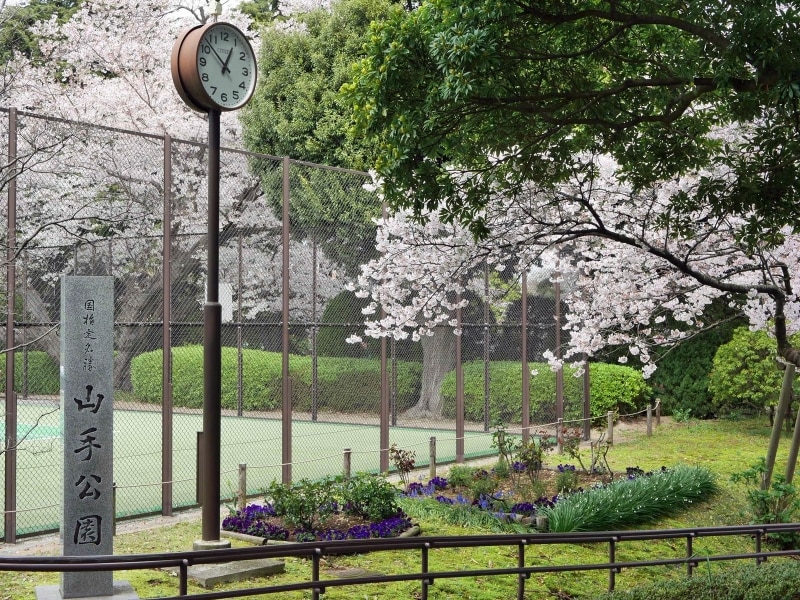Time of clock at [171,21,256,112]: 12:52
